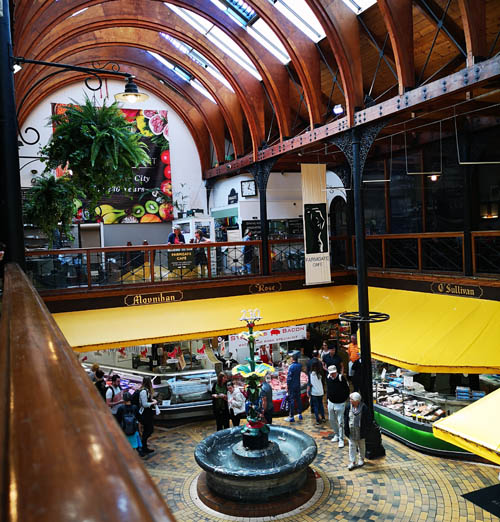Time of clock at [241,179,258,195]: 4:03
